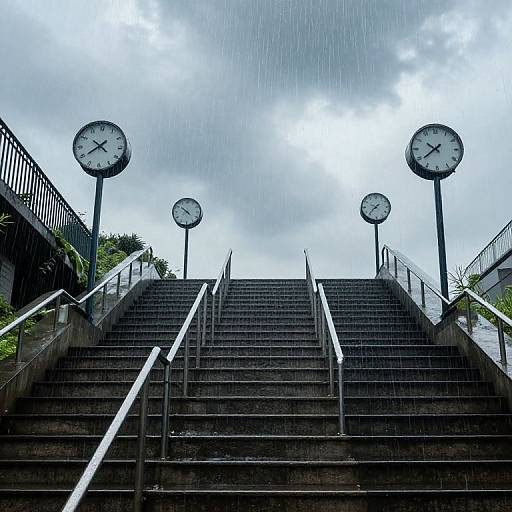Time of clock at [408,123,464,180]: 10:38
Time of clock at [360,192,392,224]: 9:37
